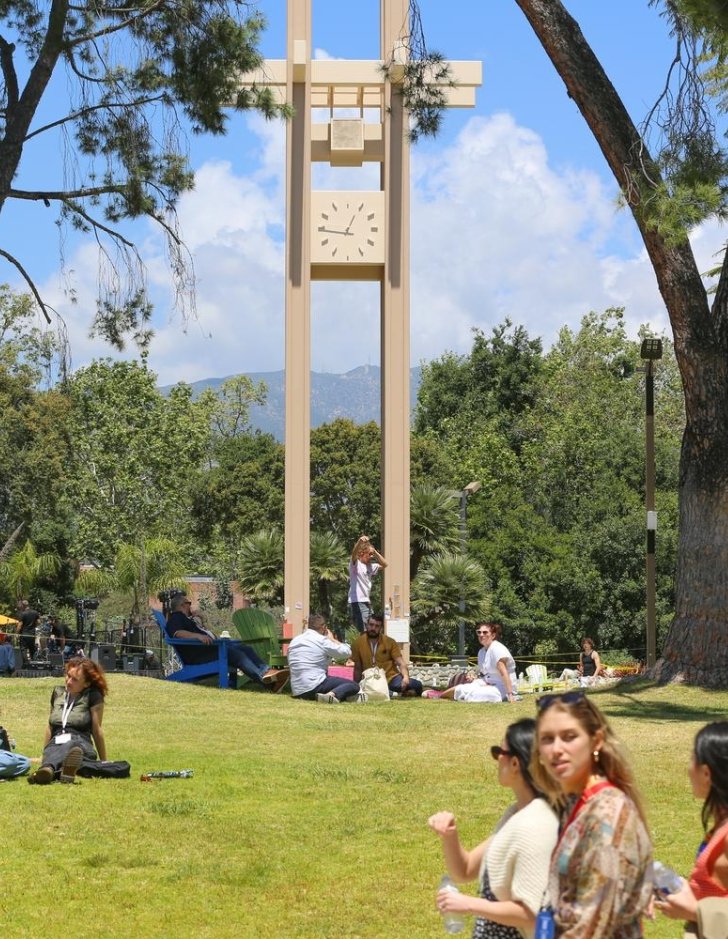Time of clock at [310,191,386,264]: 12:45
